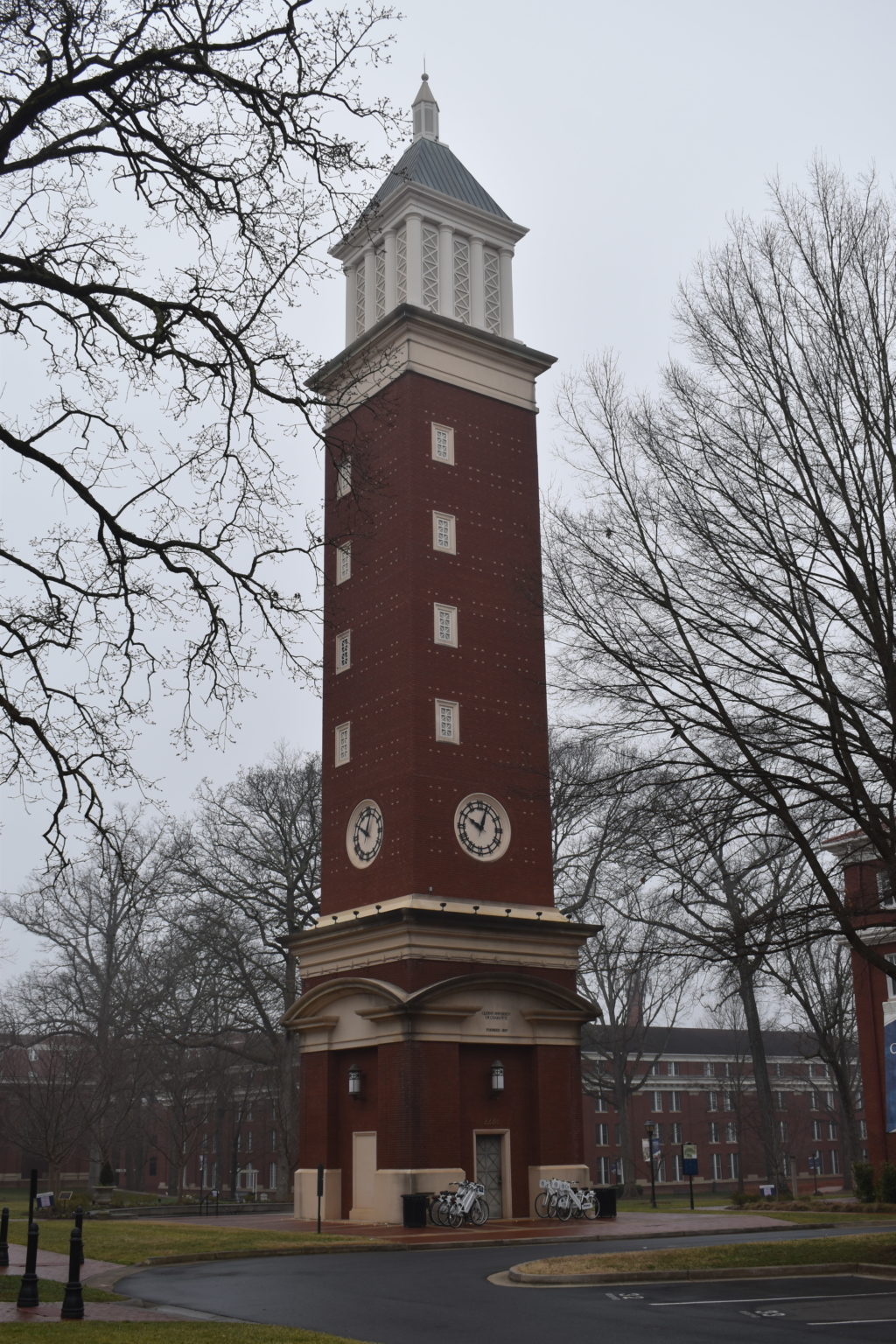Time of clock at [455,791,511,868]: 10:03
